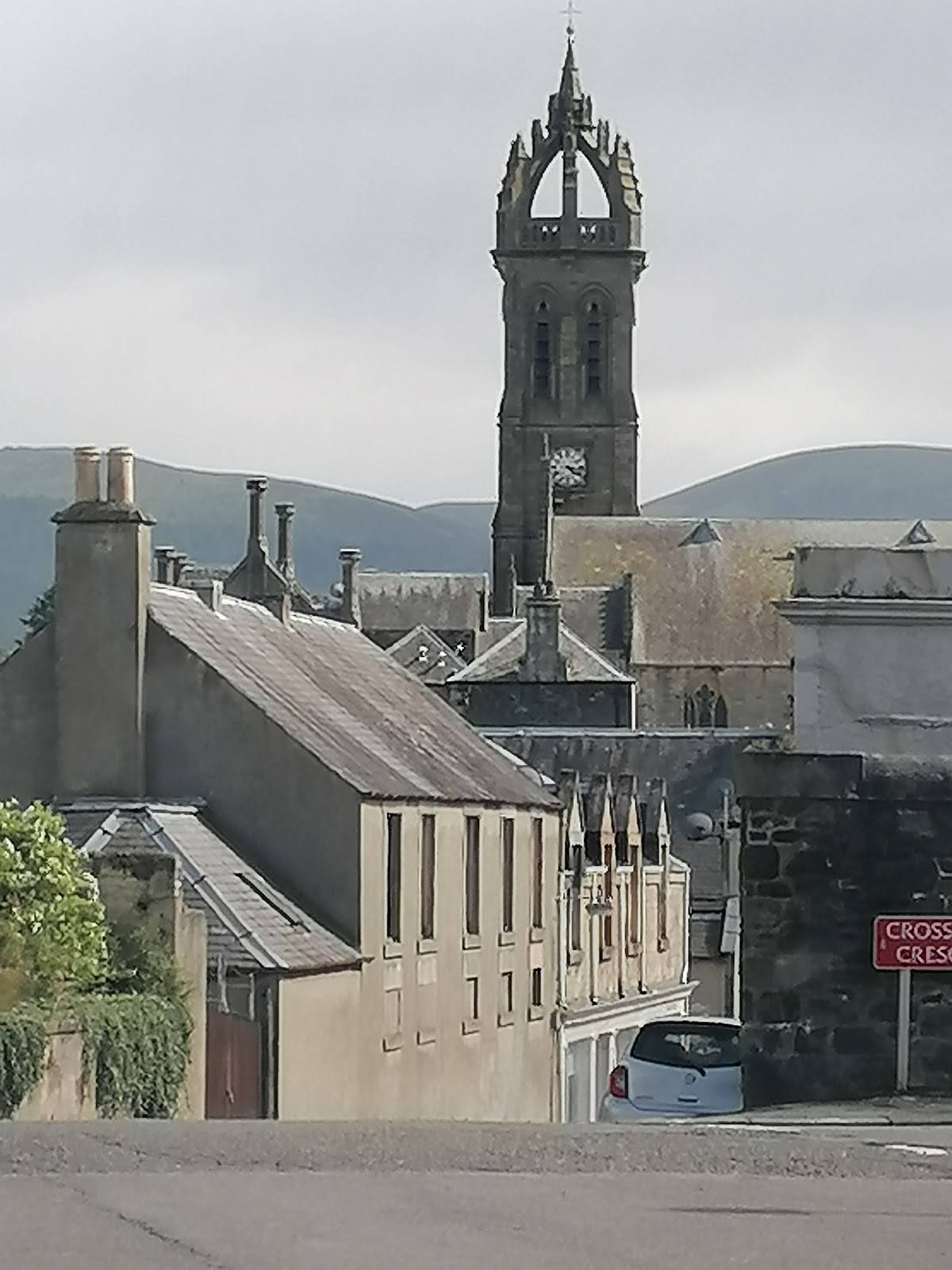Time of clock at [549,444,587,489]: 4:16
